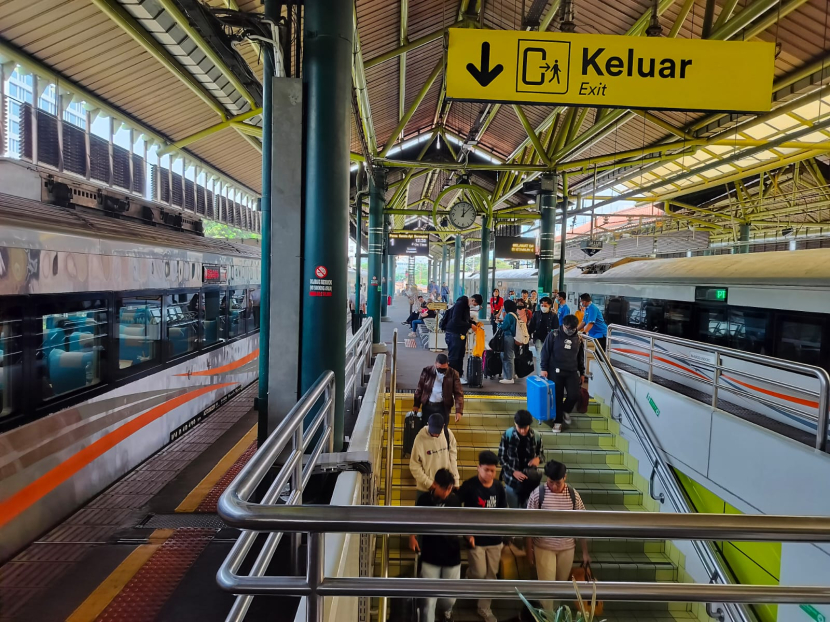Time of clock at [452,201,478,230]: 12:07
